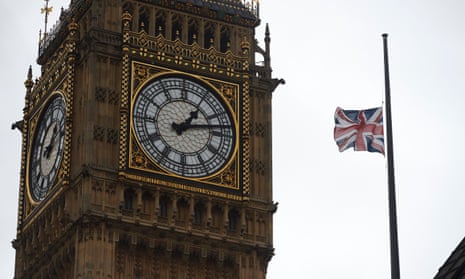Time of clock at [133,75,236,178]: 1:12
